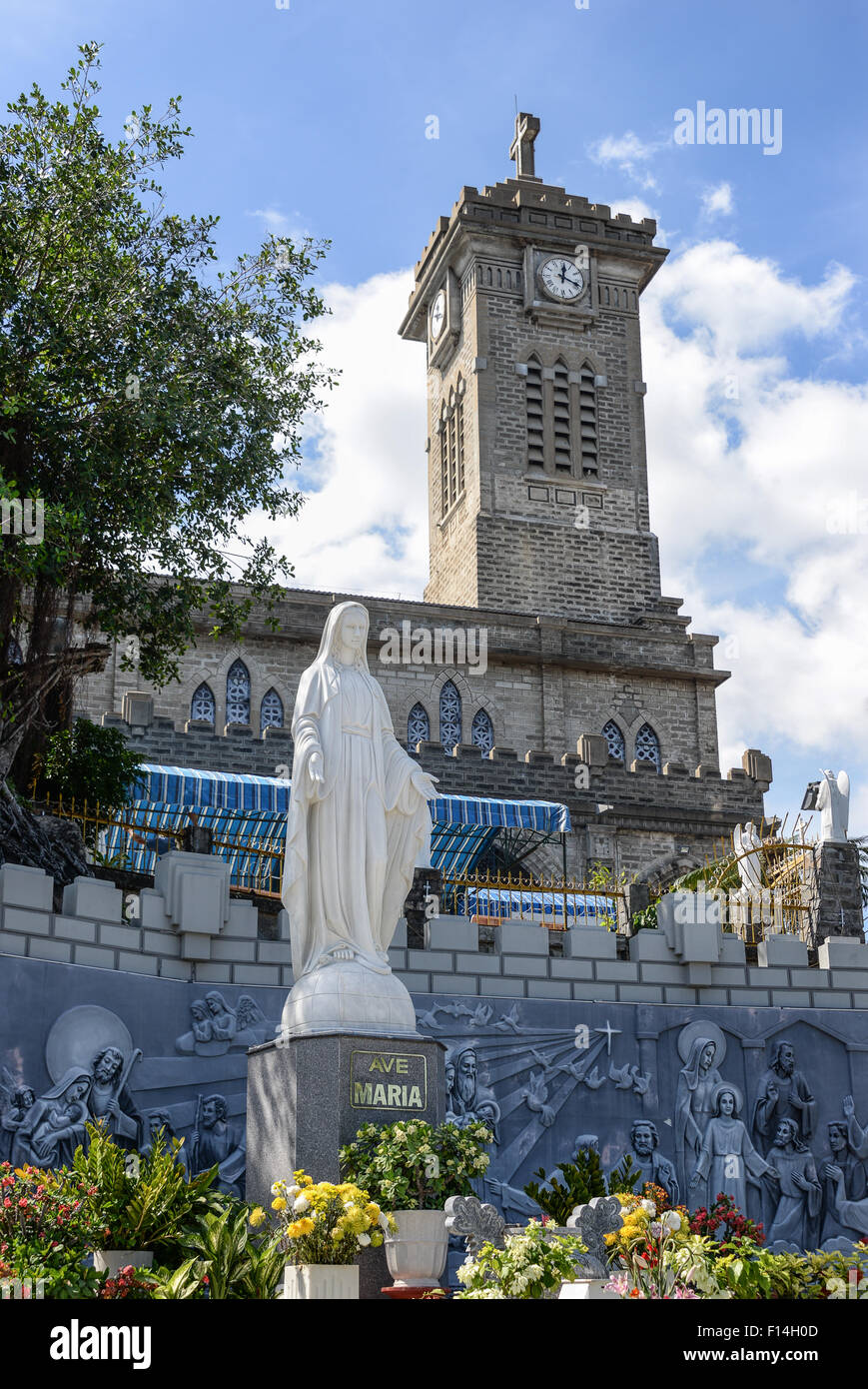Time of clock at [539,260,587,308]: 12:18
